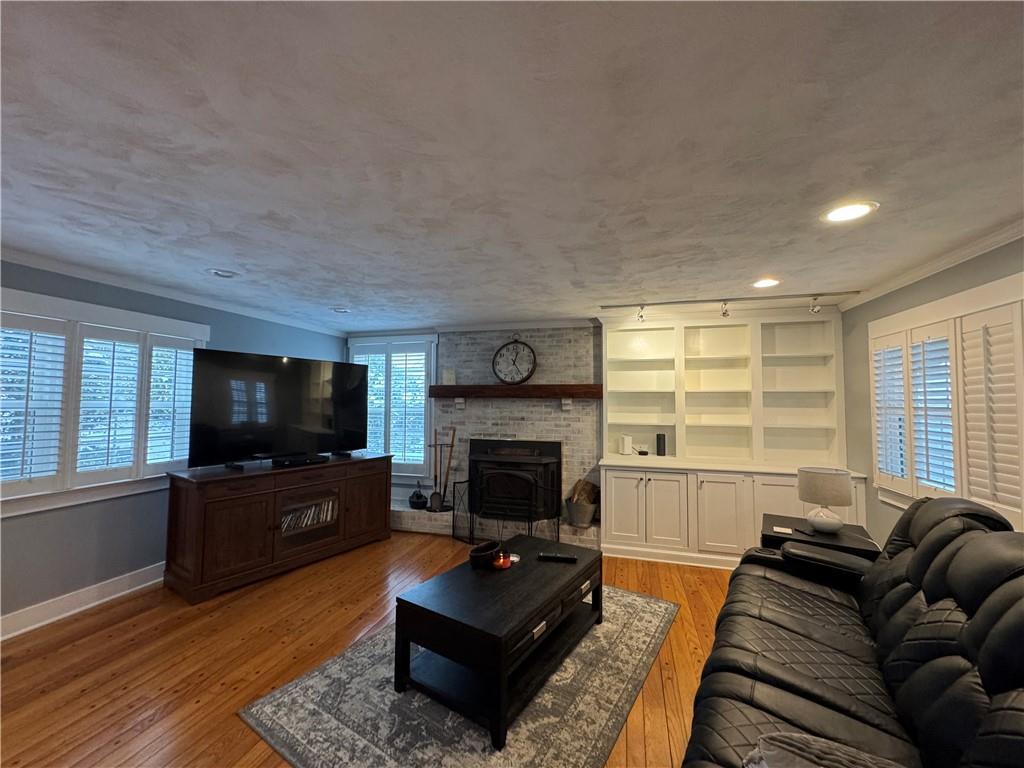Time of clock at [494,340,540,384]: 12:24
